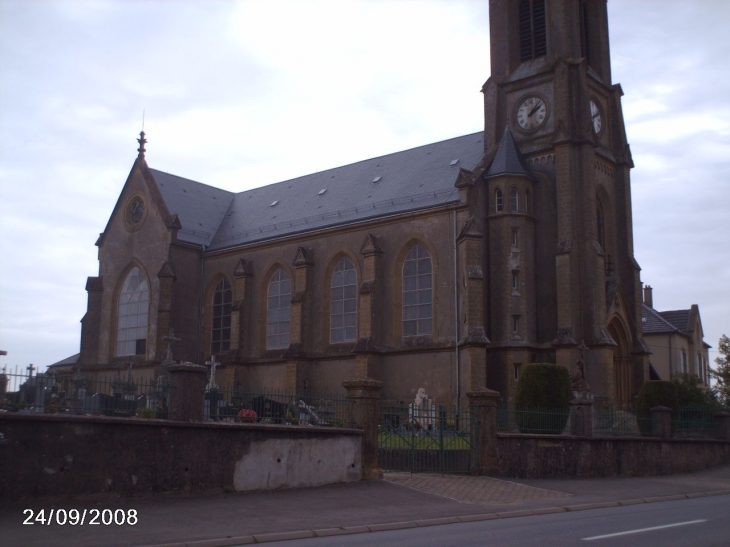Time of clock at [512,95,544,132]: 2:06
